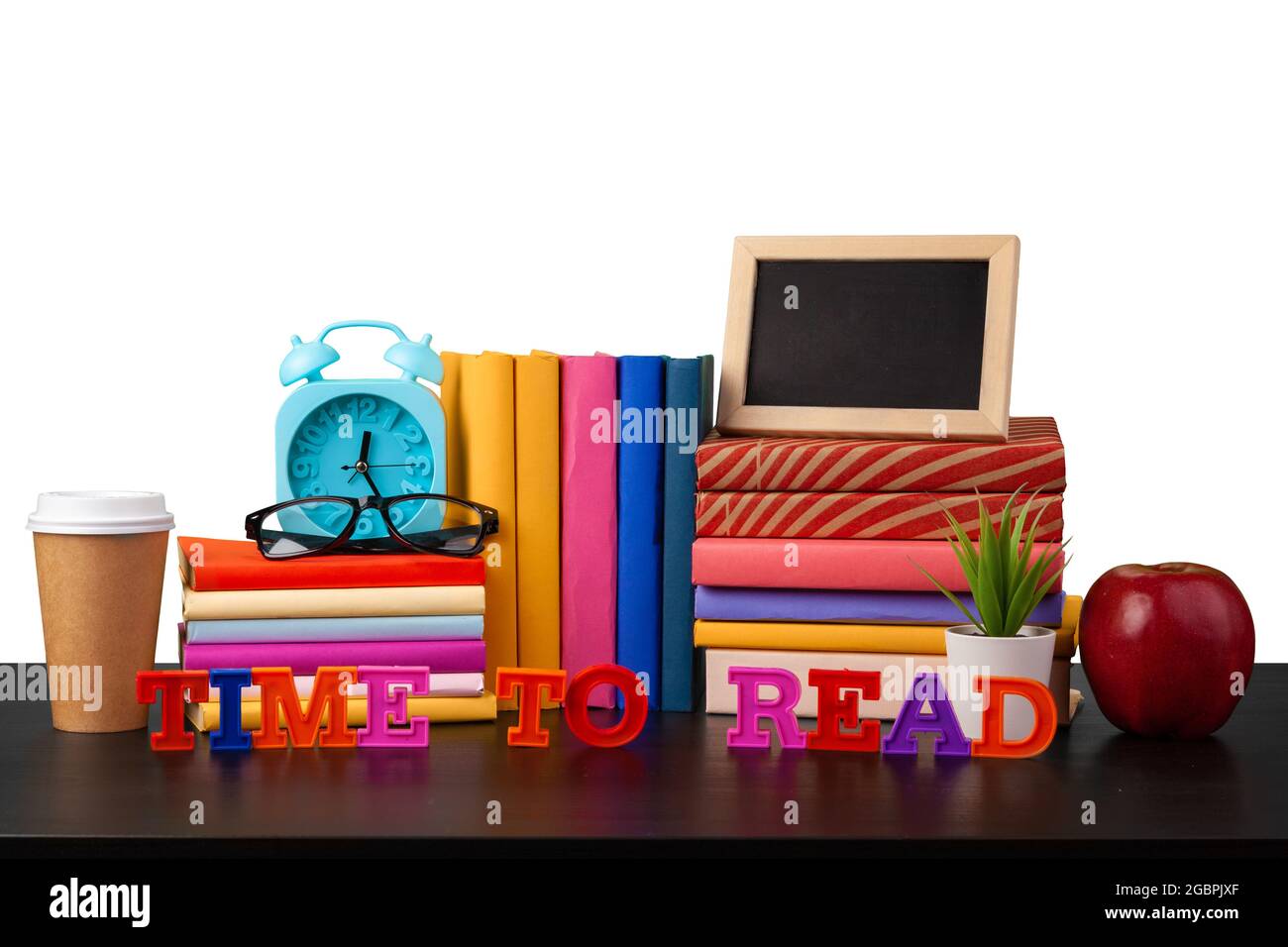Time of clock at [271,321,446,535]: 12:25
